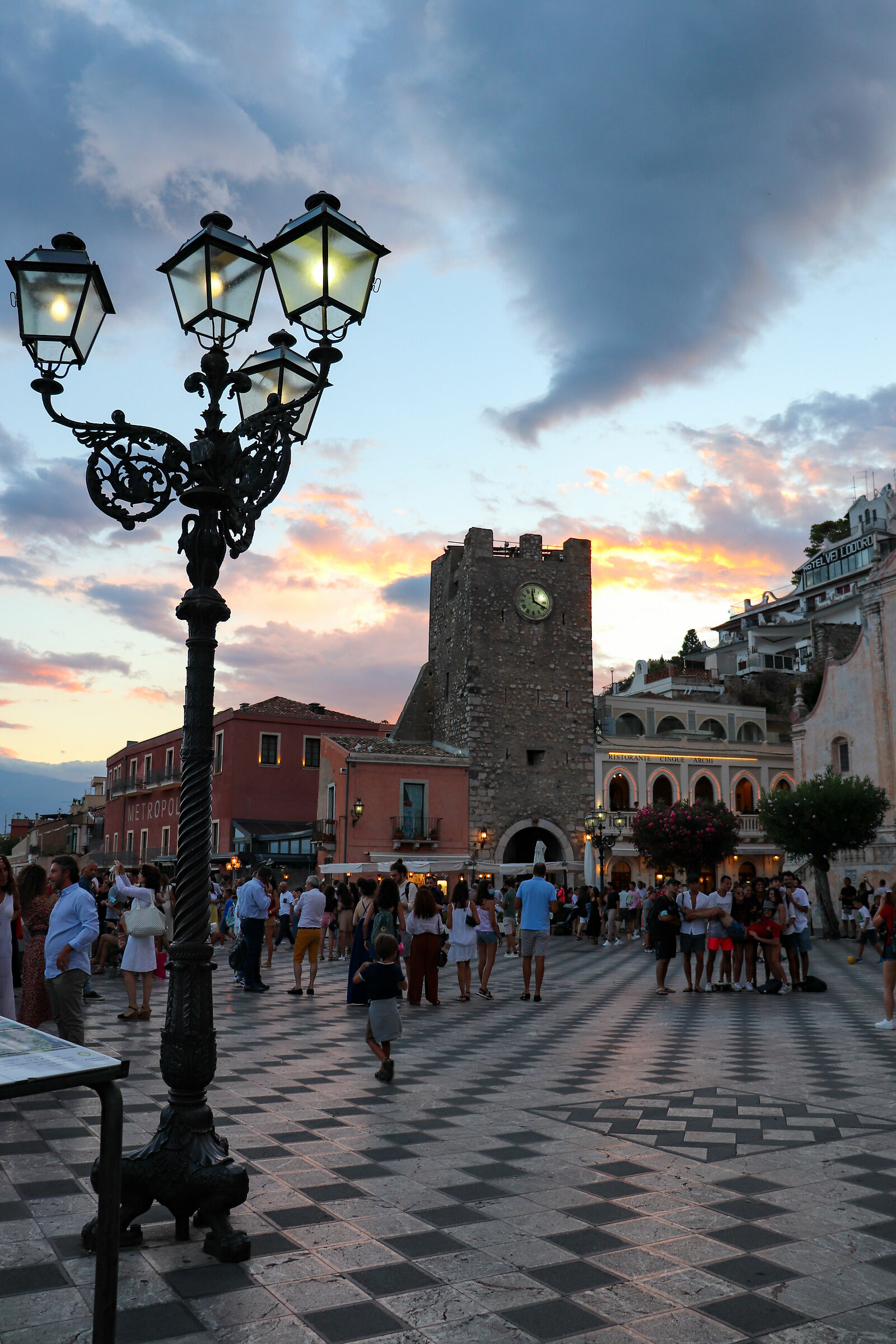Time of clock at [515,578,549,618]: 3:58
